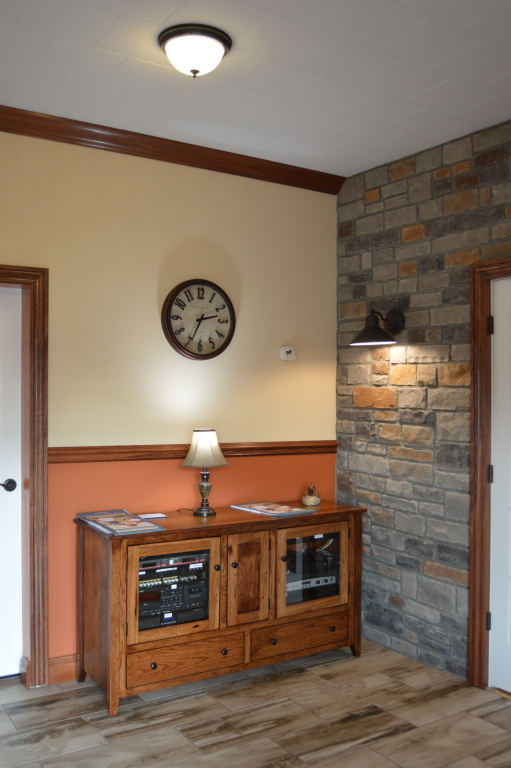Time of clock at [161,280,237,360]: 2:34
